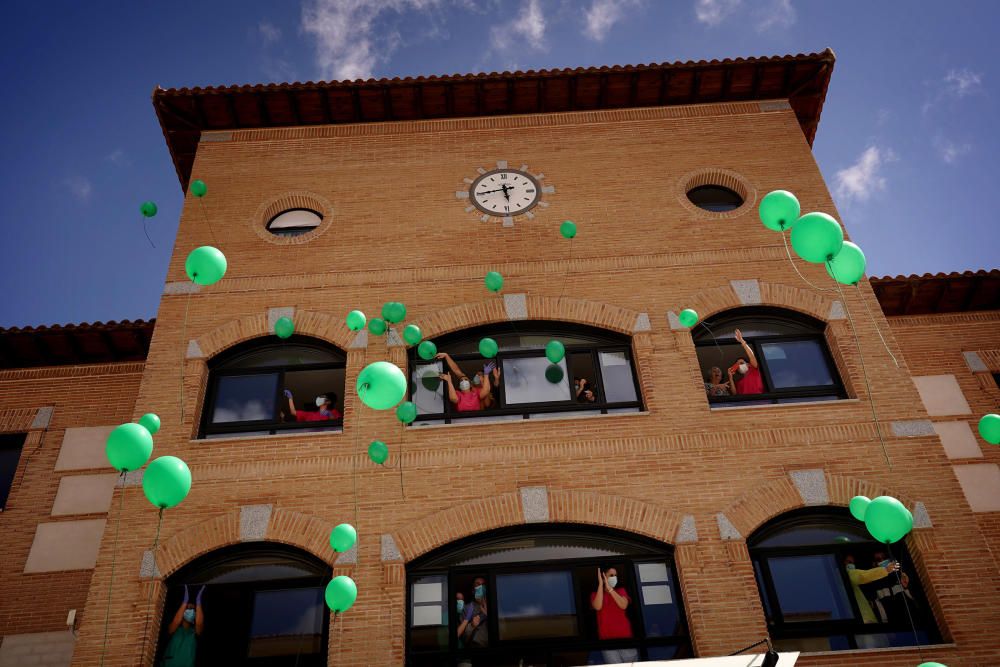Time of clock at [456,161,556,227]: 5:44
